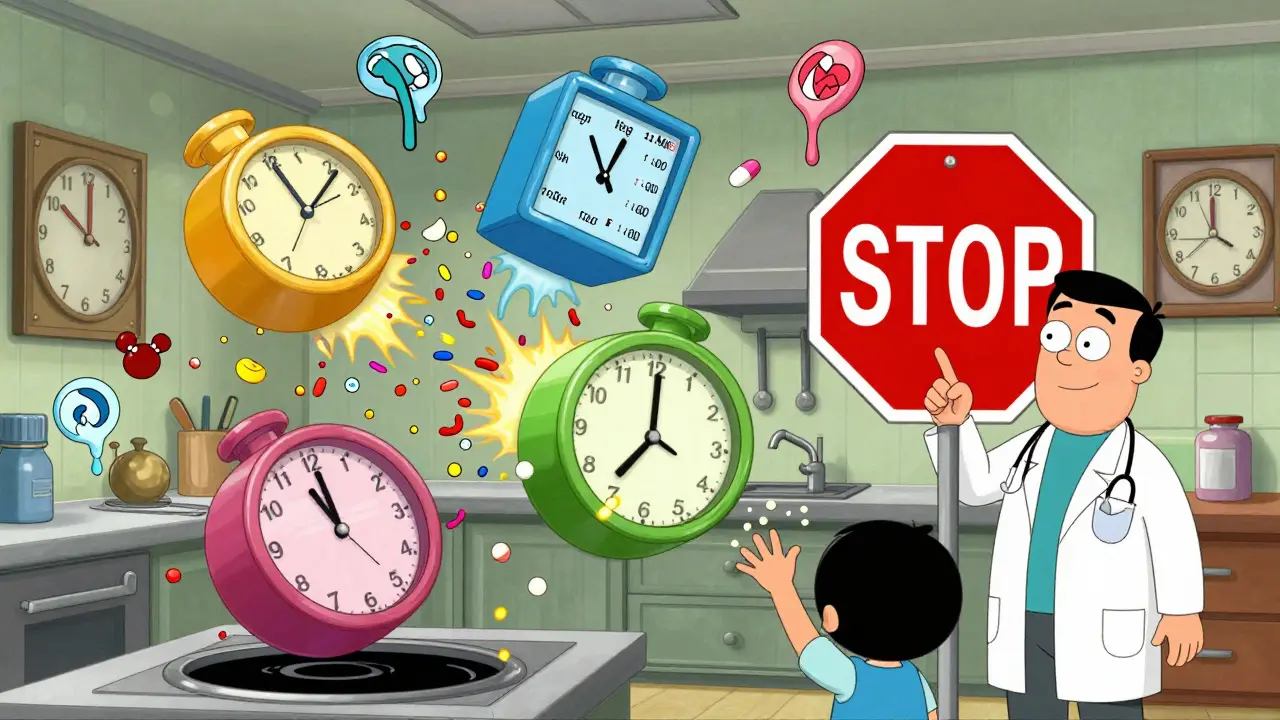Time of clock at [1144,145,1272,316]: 3:59
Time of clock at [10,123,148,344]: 10:00
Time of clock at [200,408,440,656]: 11:00
